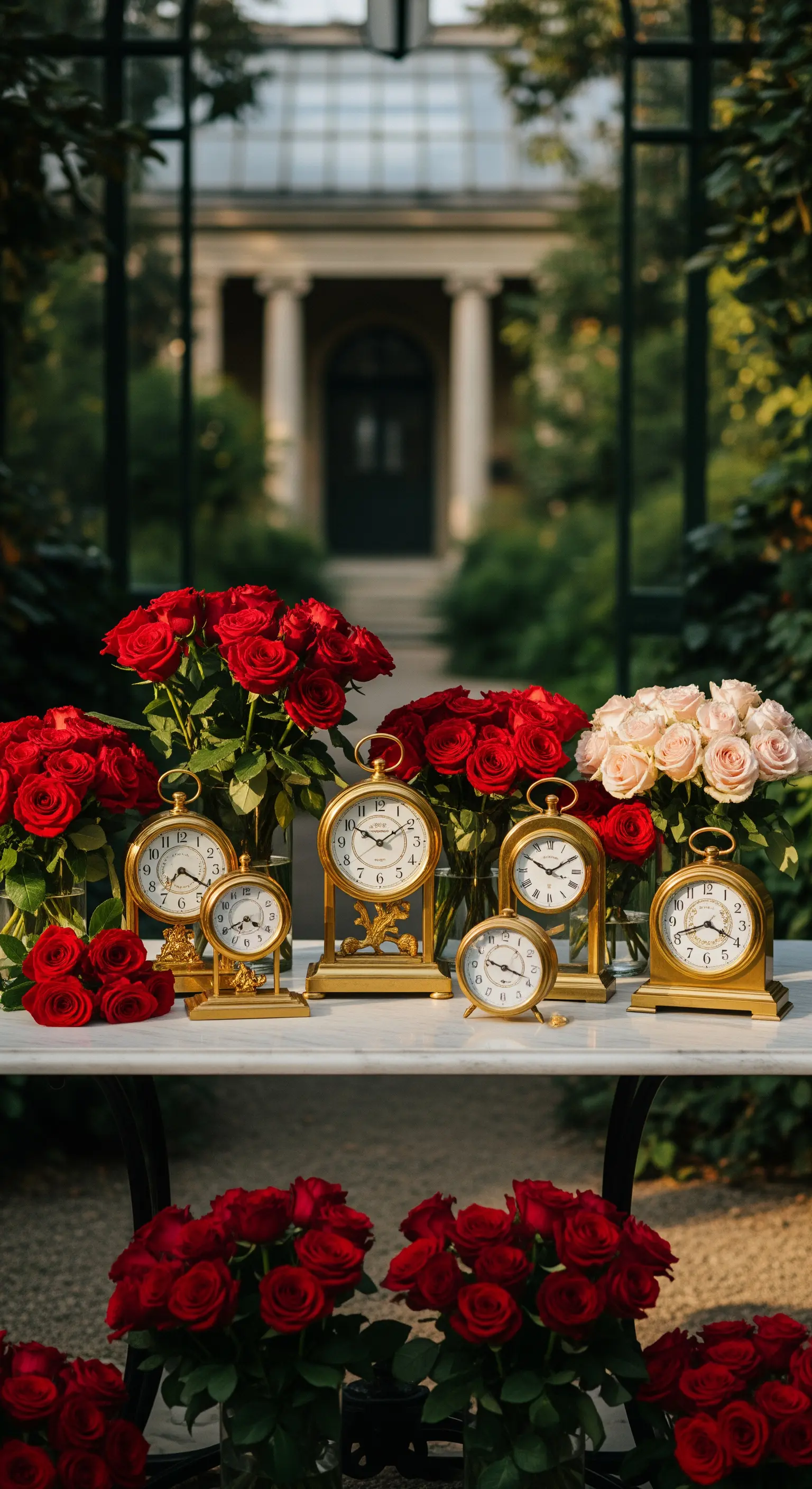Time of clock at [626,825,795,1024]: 8:19
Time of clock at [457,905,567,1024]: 9:18
